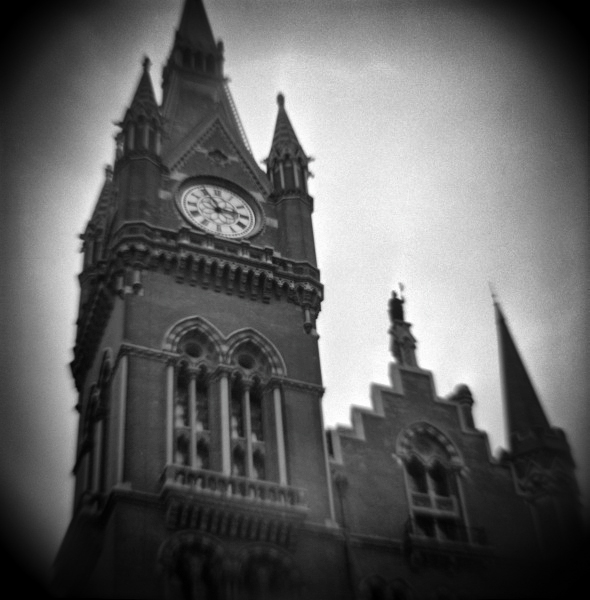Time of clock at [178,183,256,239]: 2:55
